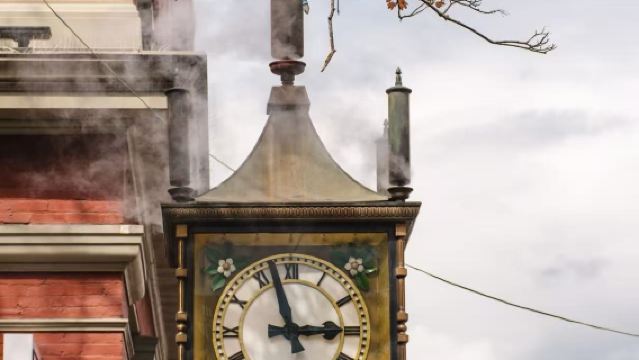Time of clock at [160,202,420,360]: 2:57
